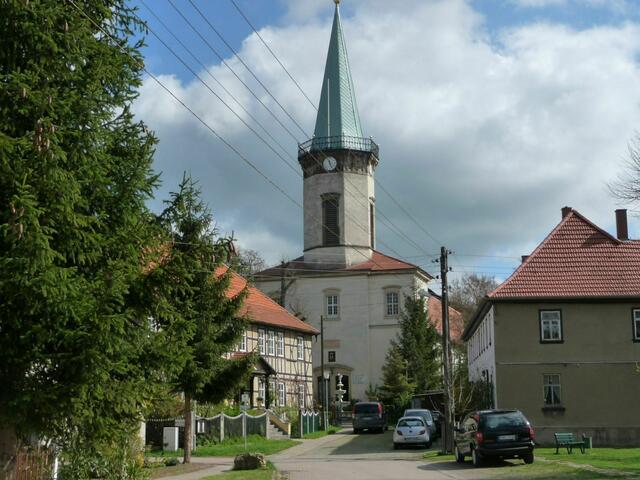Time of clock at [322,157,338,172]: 11:25
